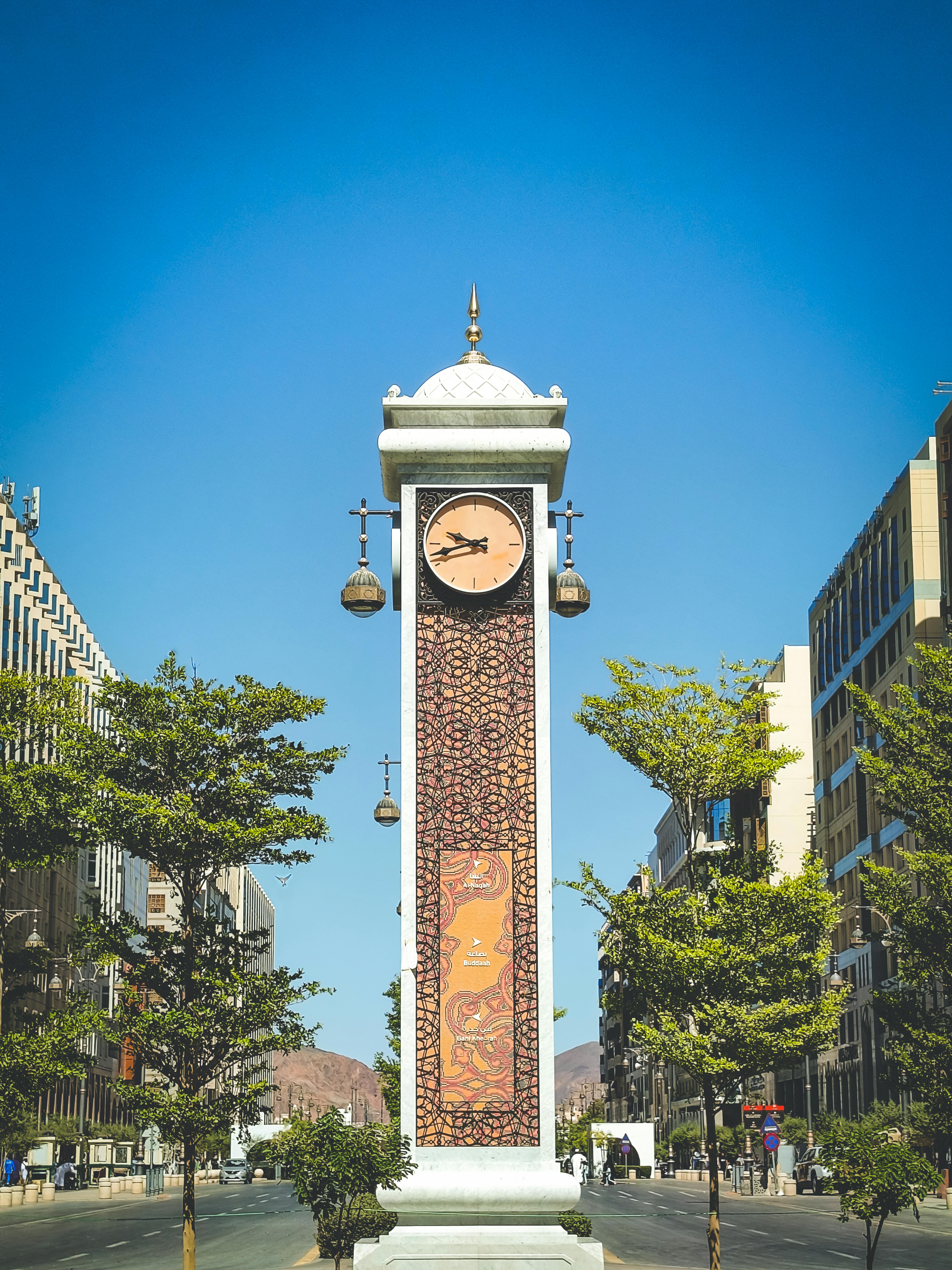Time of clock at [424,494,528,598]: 9:42
